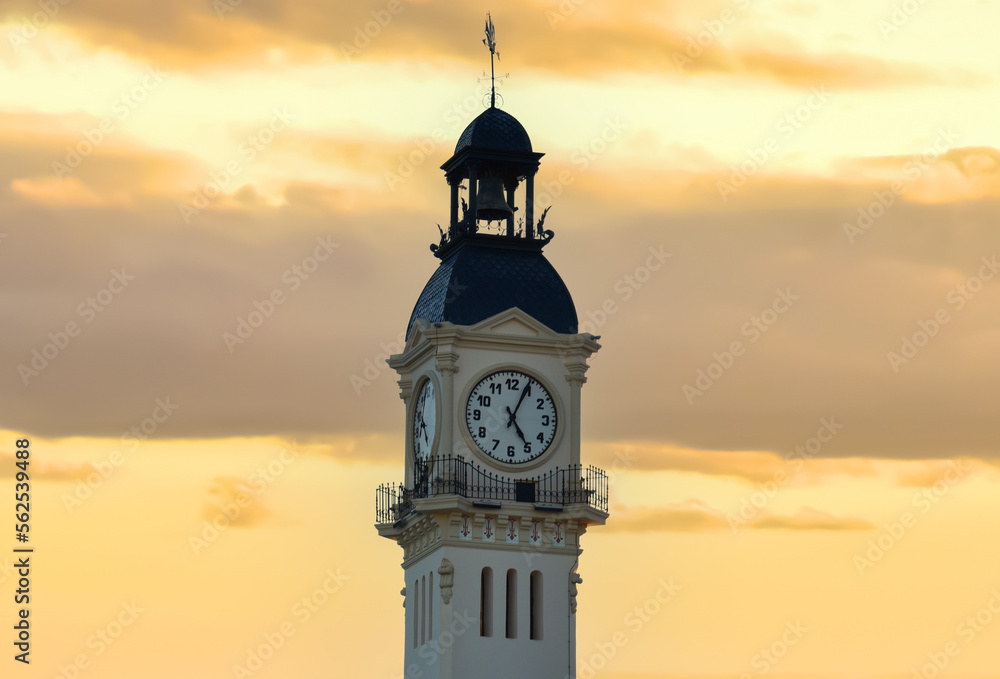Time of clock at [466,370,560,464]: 5:04
